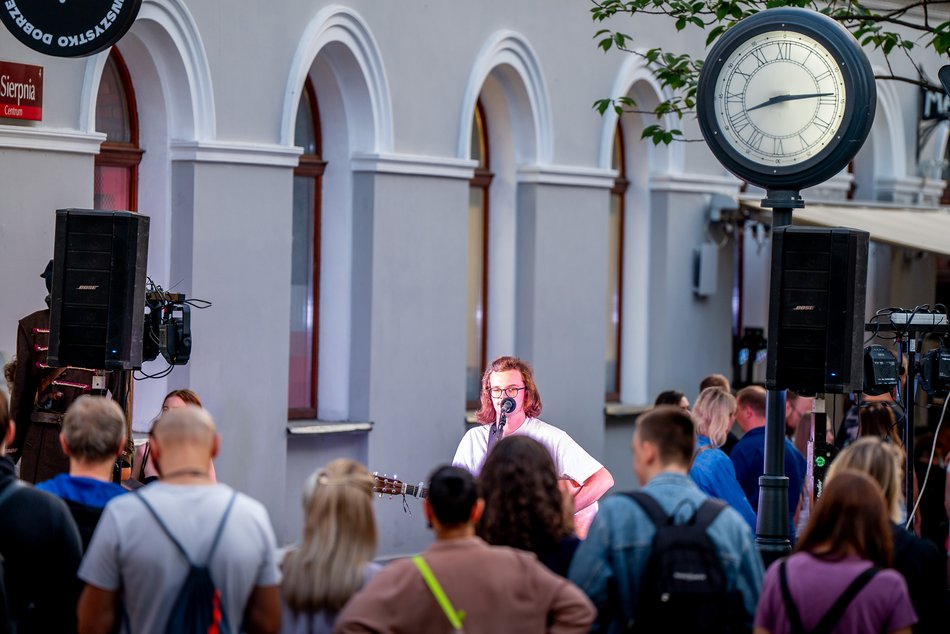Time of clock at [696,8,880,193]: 8:14
